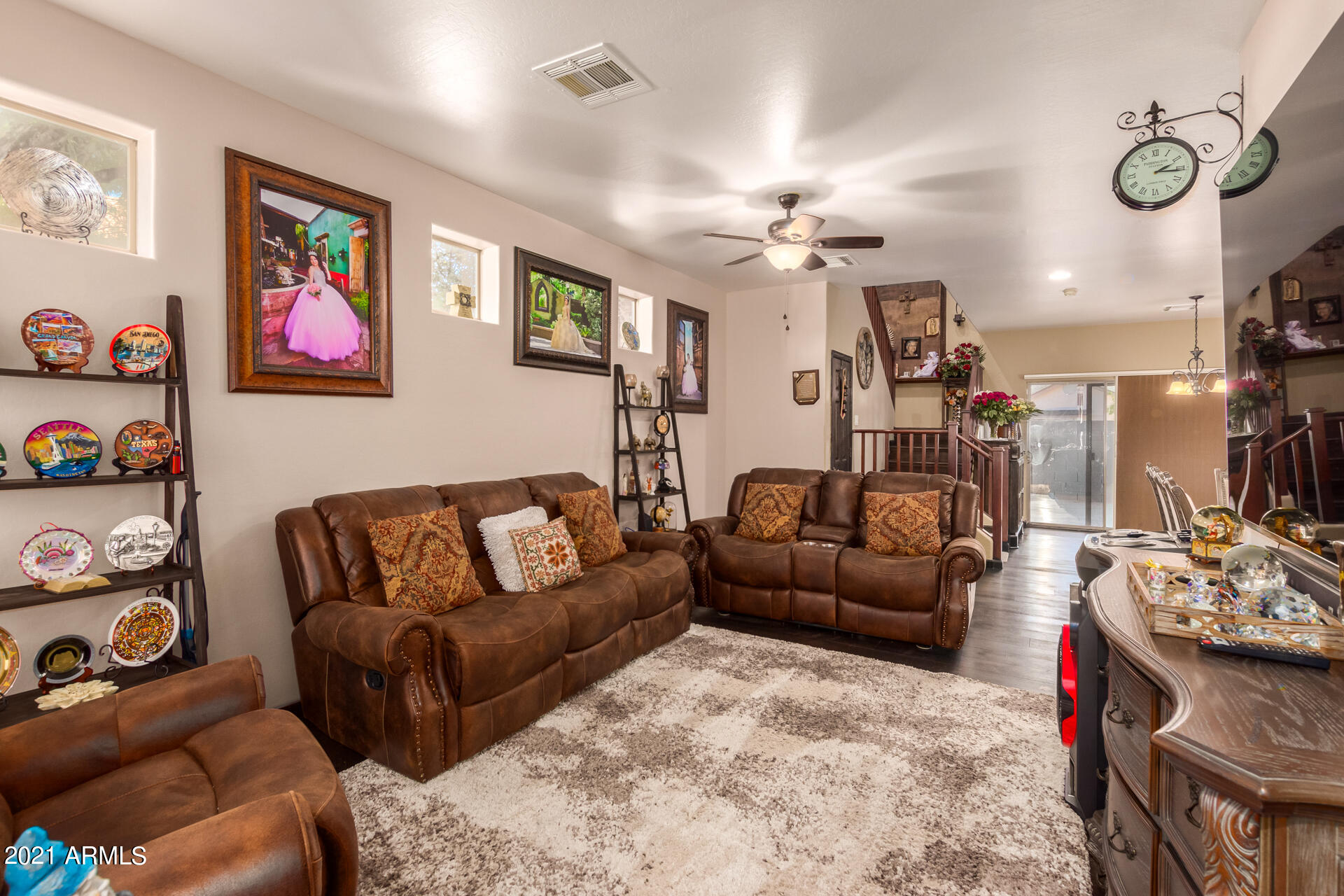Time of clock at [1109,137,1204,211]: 2:15
